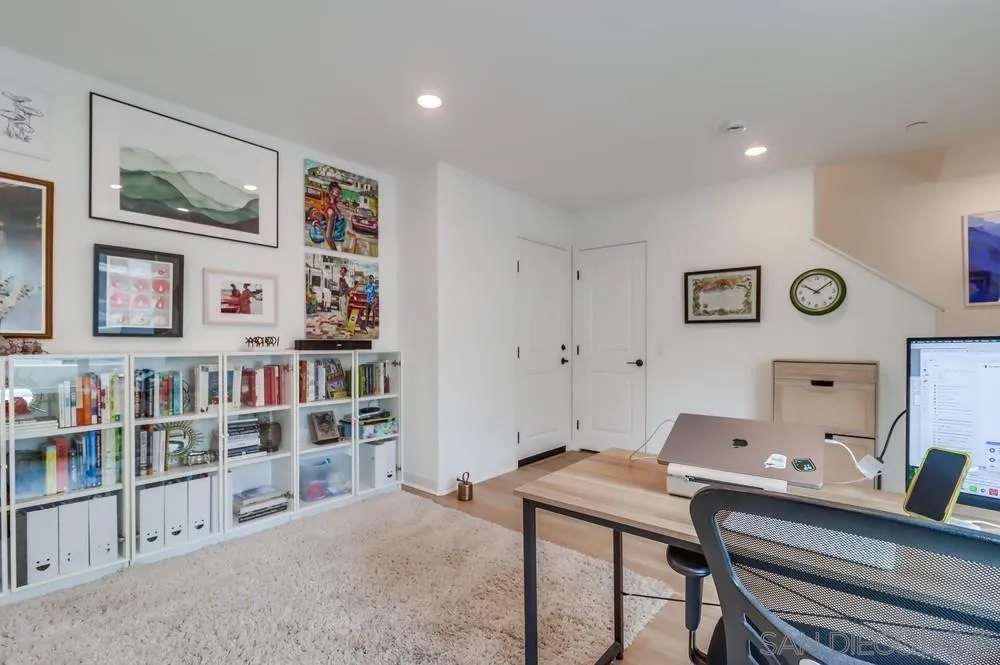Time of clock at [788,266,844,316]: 10:08
